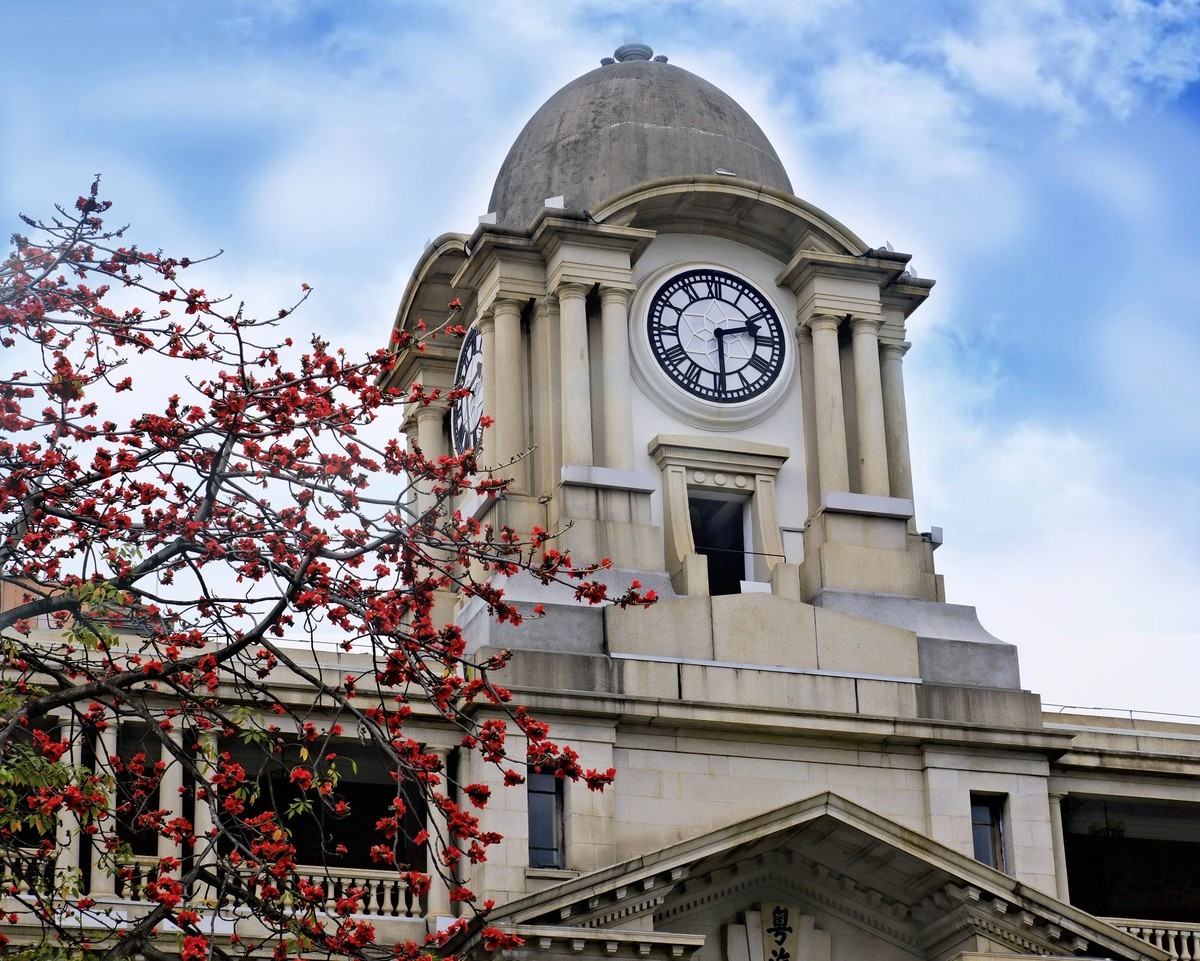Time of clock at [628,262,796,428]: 2:29
